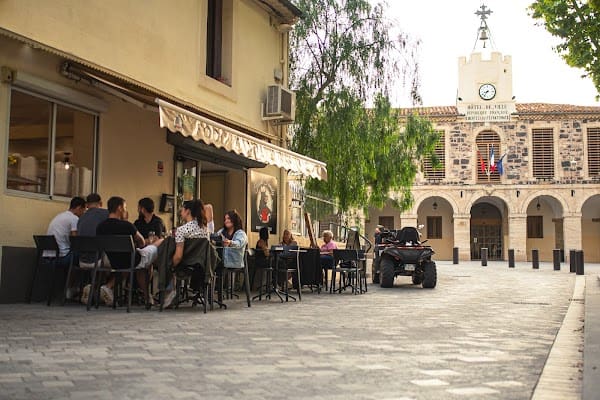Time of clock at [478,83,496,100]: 8:36
